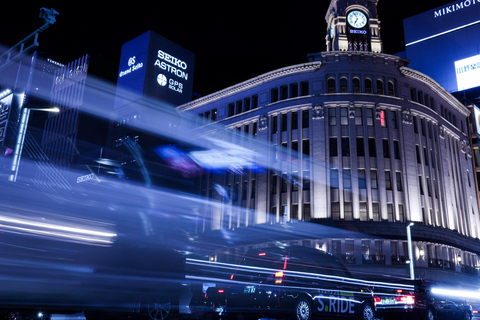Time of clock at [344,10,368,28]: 6:56
